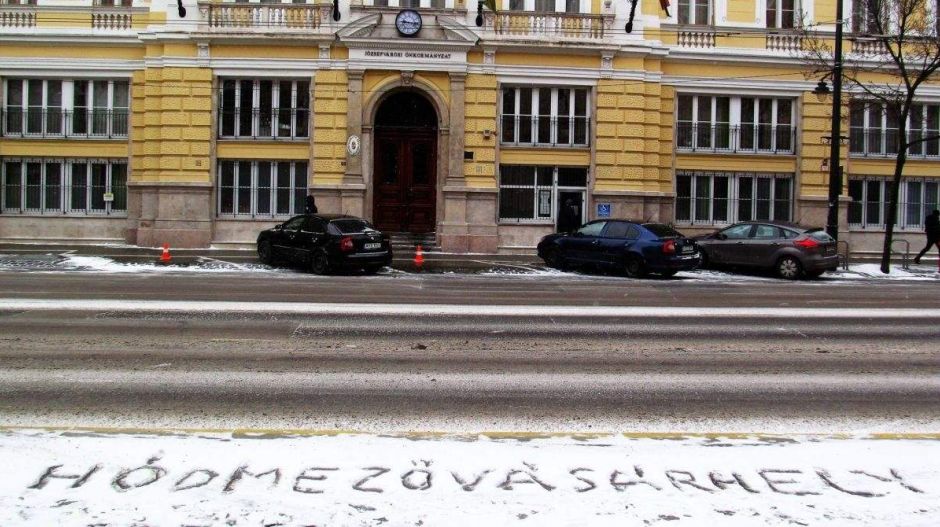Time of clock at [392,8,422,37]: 9:16
